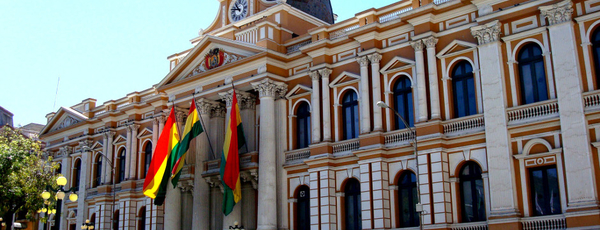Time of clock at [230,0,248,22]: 10:47
